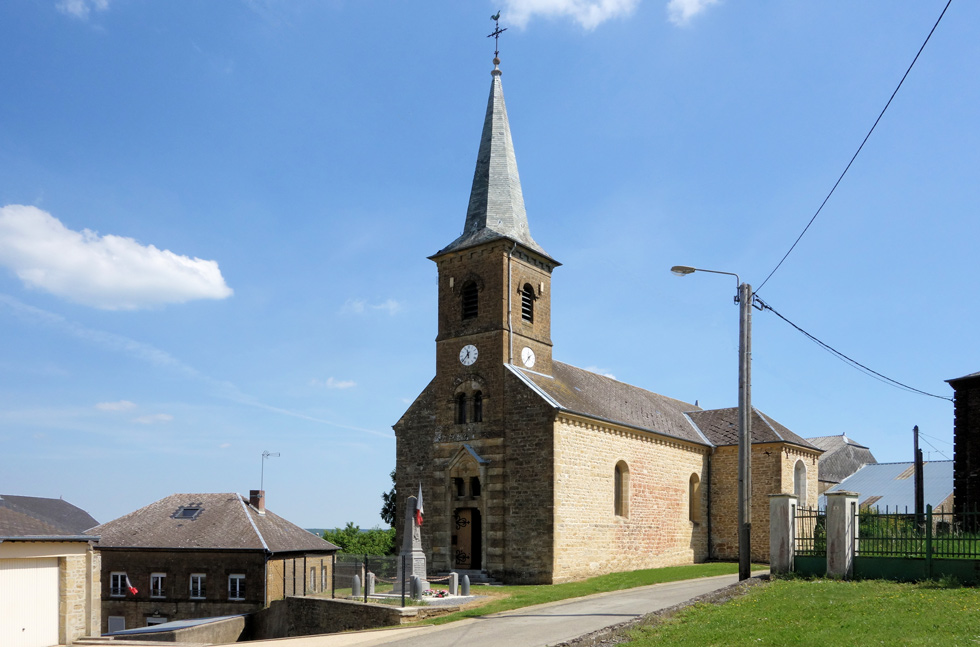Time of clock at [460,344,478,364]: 11:37
